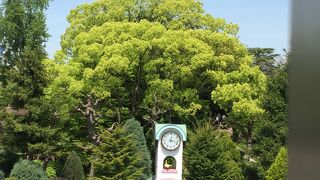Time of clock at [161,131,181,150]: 12:17
